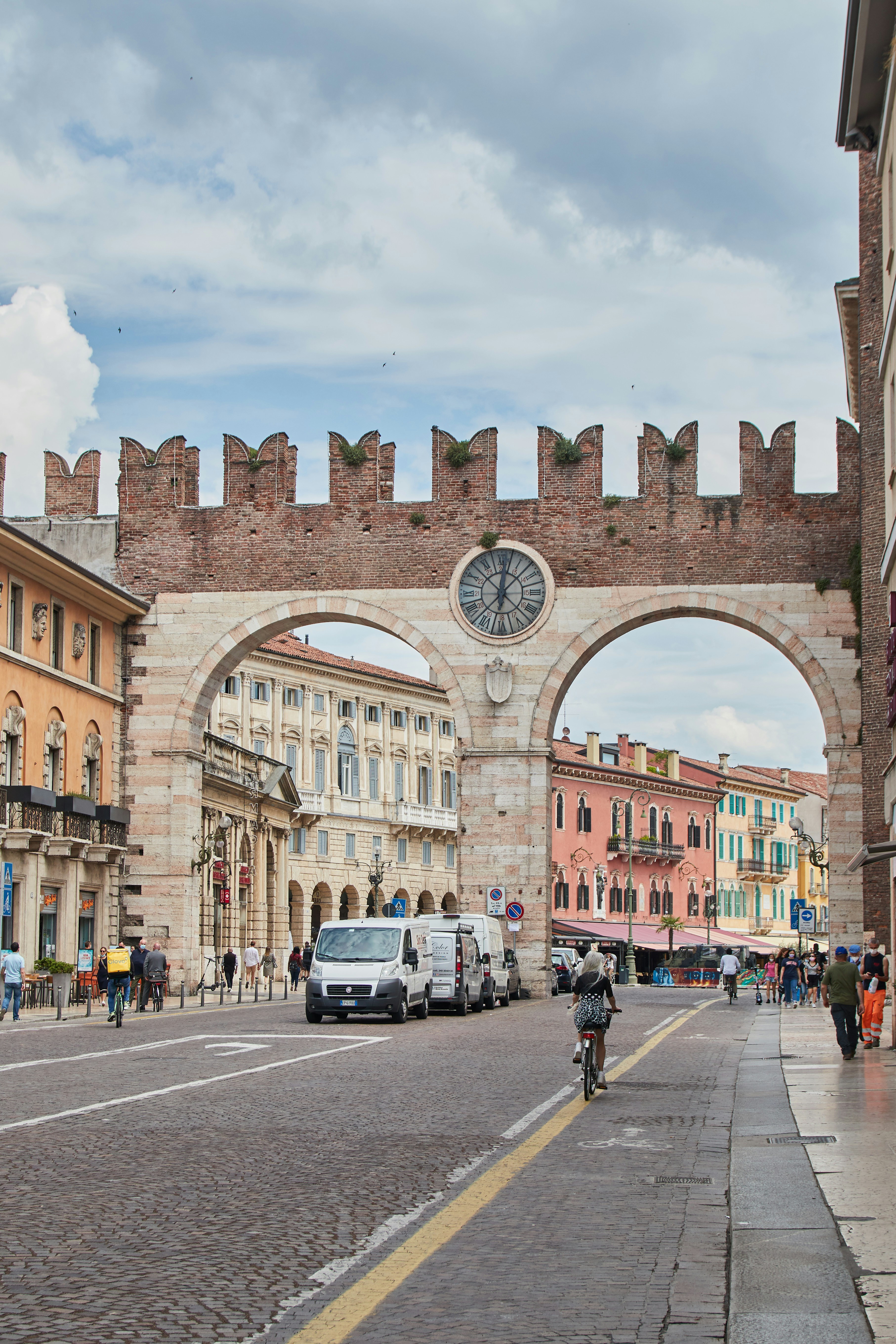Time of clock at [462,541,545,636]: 12:07
